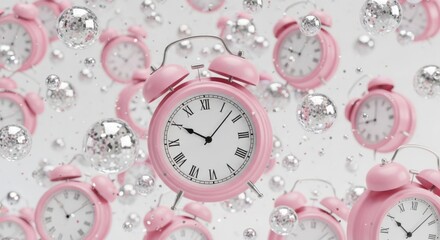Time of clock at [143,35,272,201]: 10:07
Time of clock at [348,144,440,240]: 10:07
